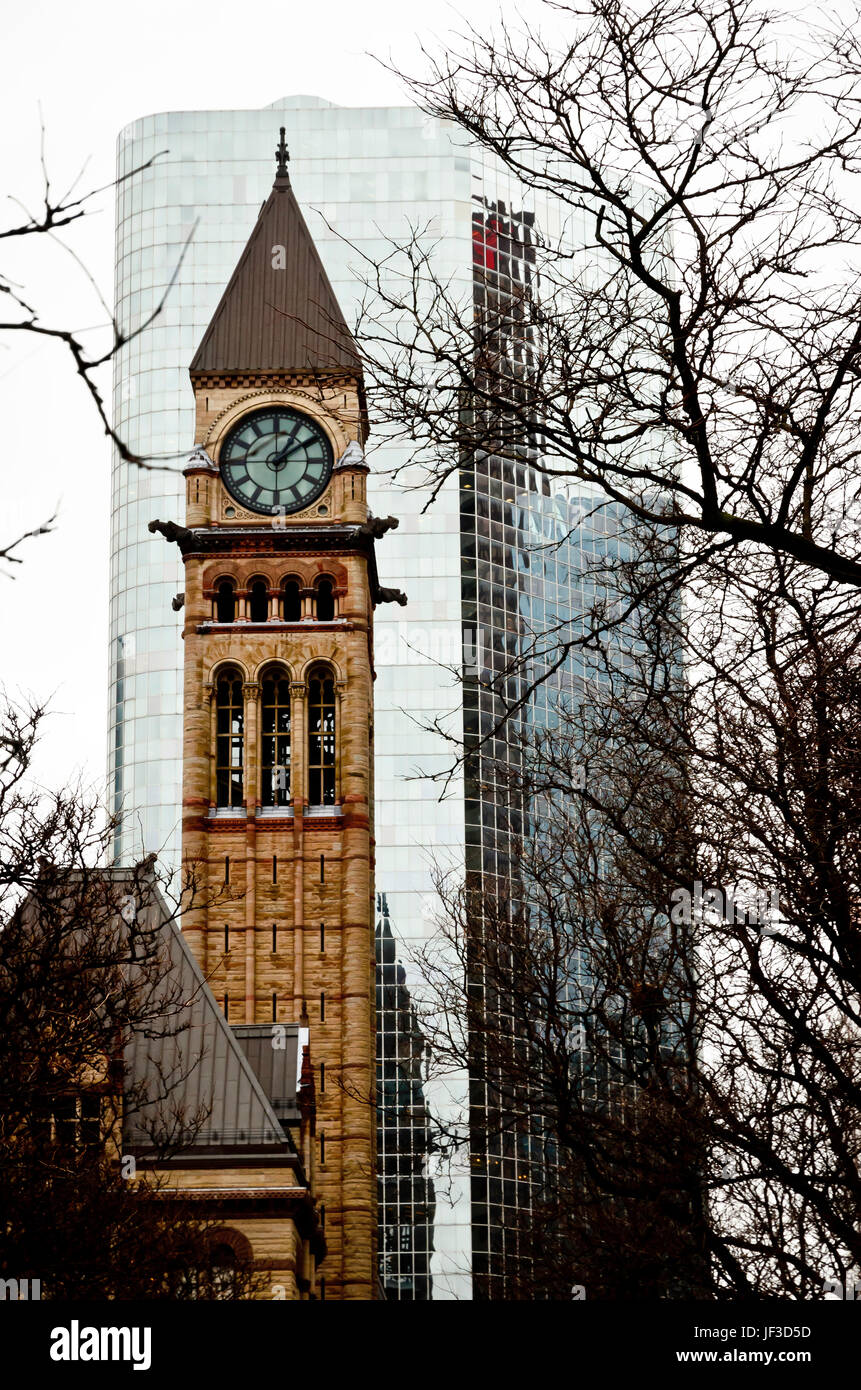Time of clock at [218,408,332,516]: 1:09
